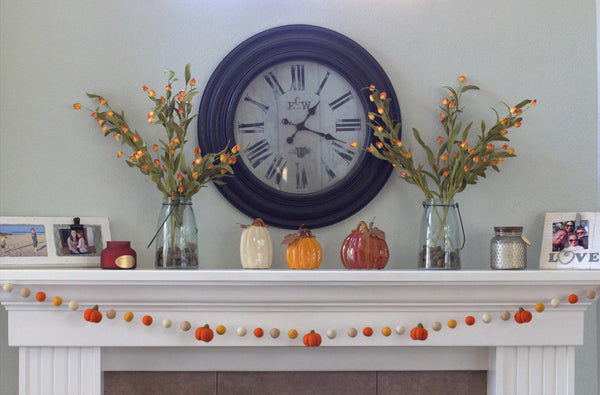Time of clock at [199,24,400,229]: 1:18
